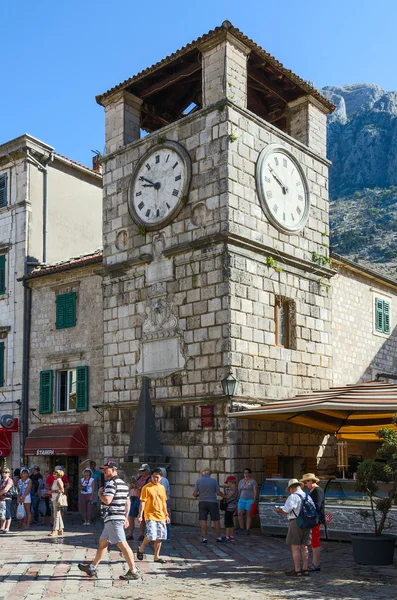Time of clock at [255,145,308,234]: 9:48
